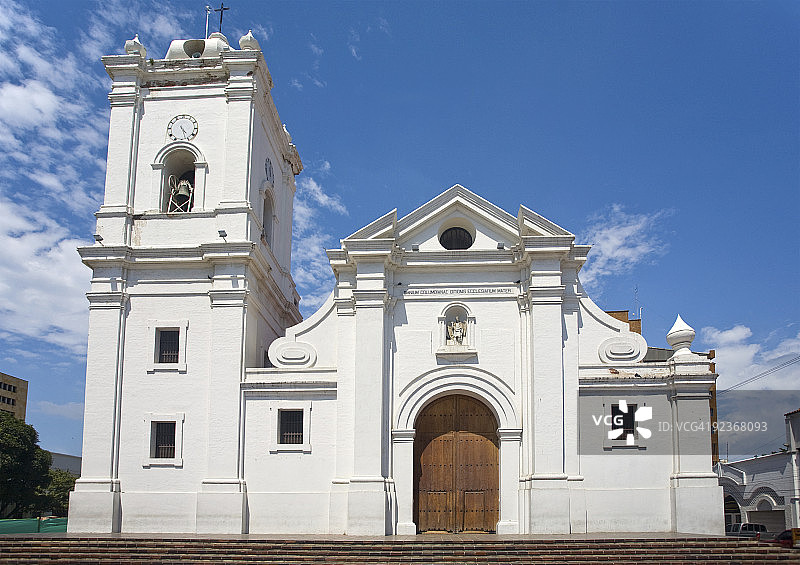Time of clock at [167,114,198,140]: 4:26
